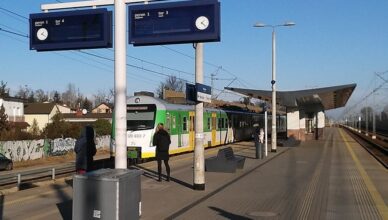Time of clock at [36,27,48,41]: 1:20
